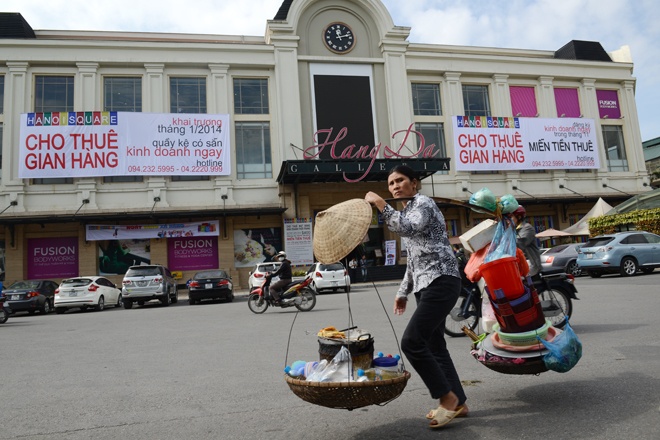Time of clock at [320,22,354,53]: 11:12
